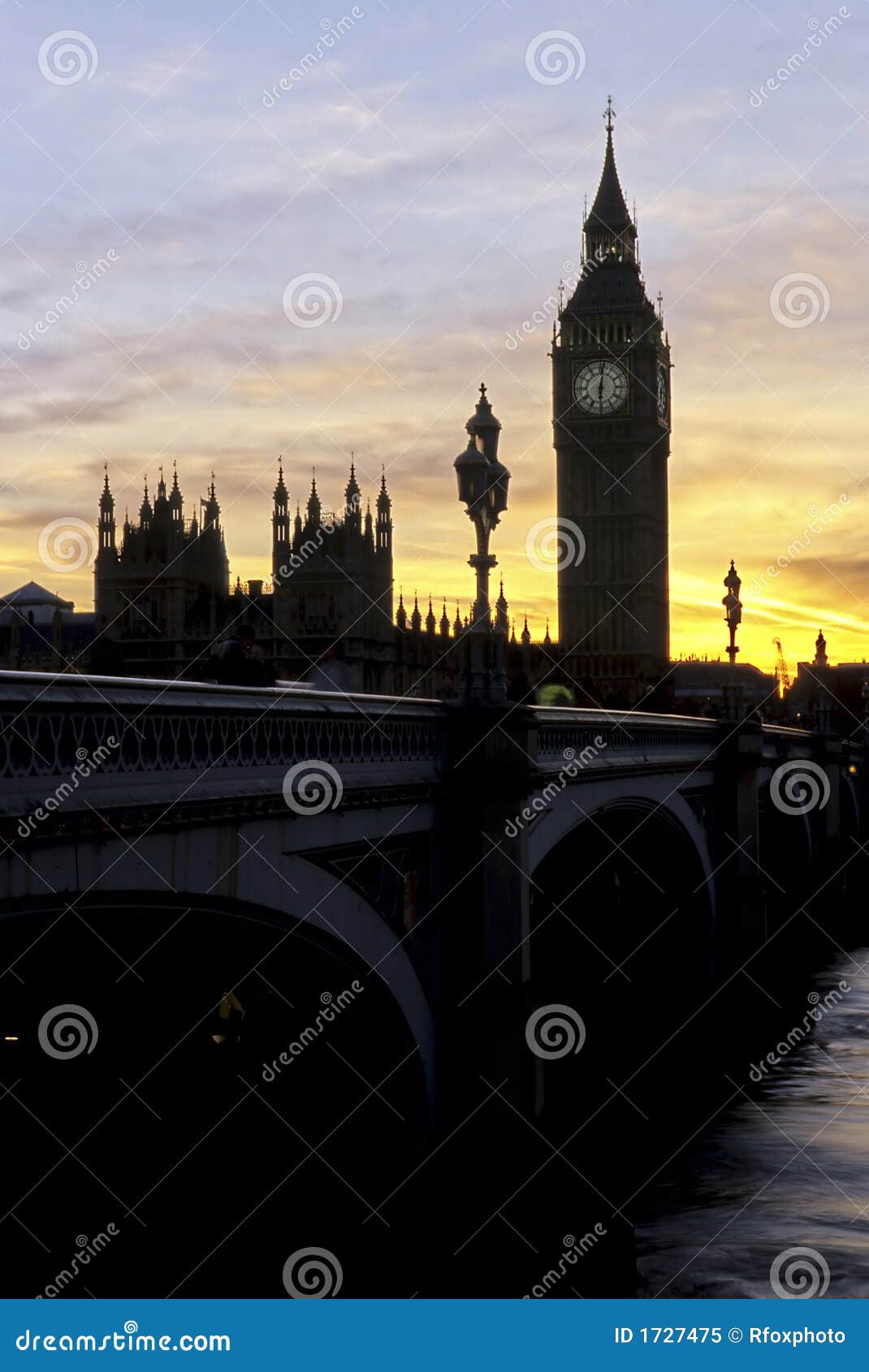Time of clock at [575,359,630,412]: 6:01
